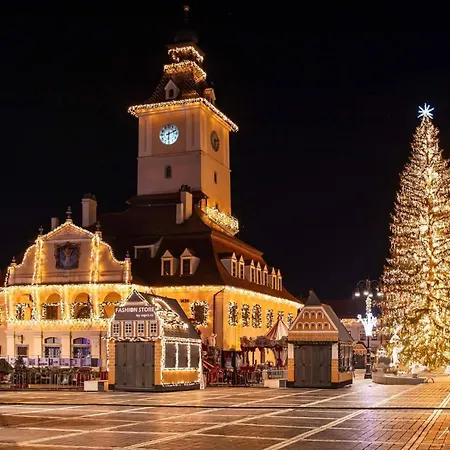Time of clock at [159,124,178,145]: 6:11
